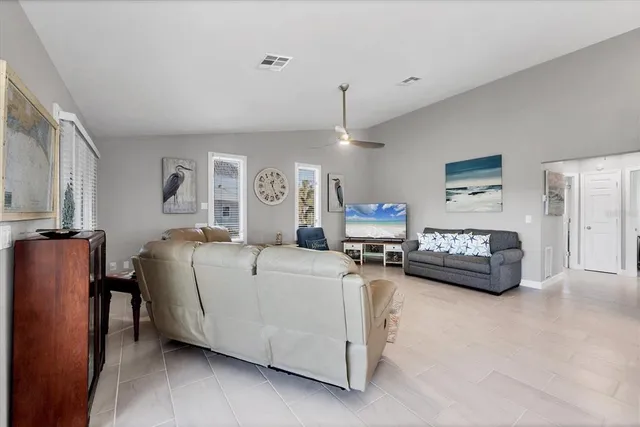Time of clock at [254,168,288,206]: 12:26
